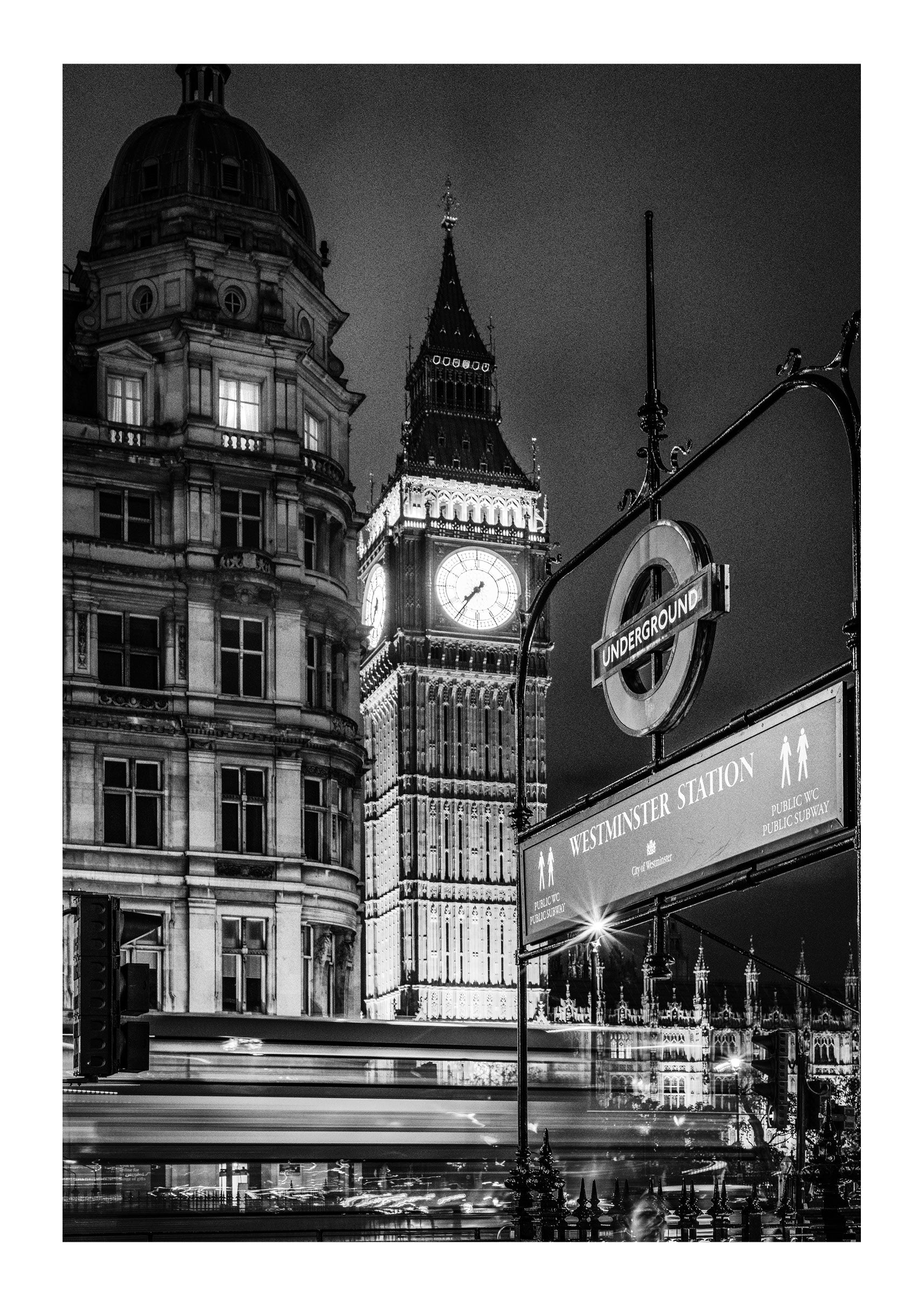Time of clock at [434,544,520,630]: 7:35
